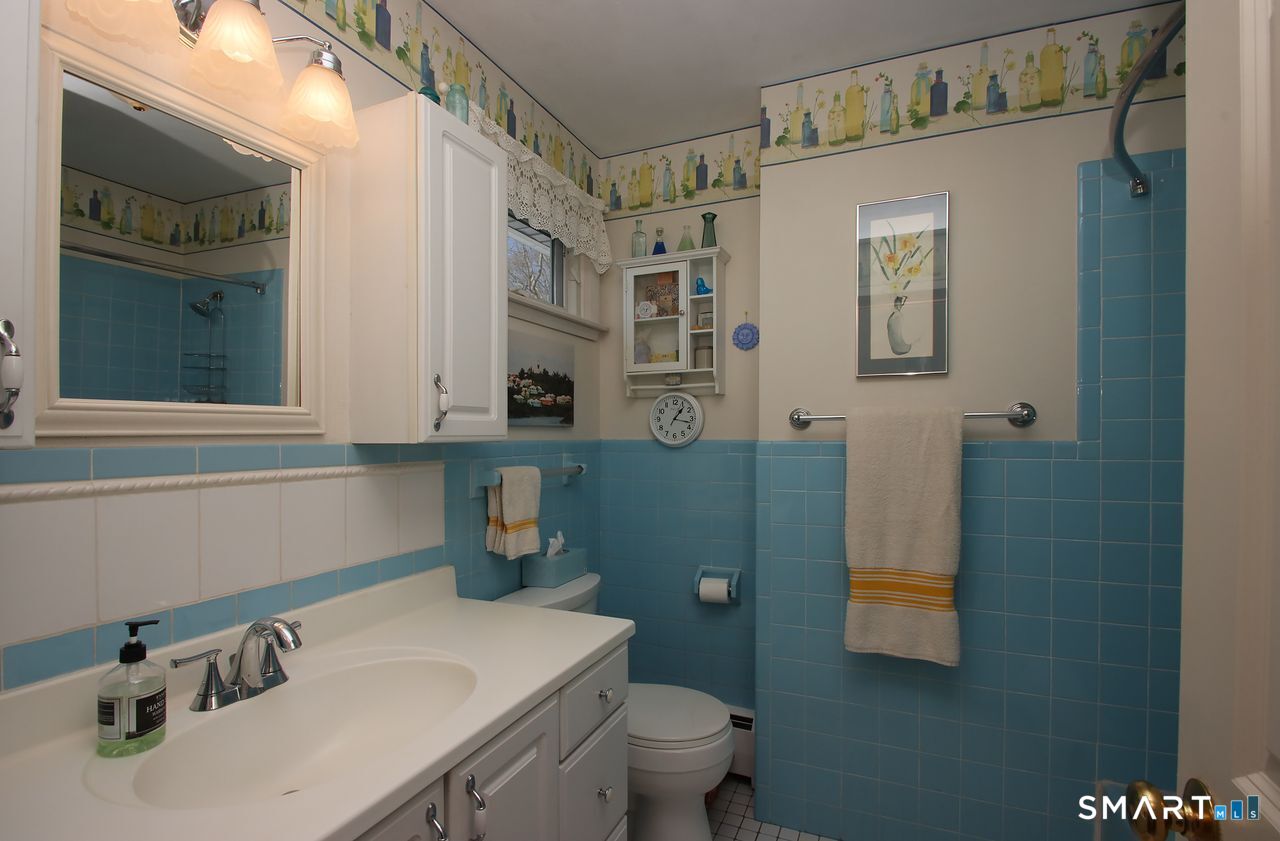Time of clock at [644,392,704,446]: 1:17
